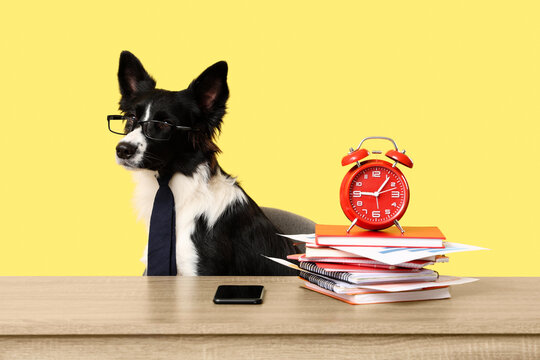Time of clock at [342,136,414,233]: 9:06
